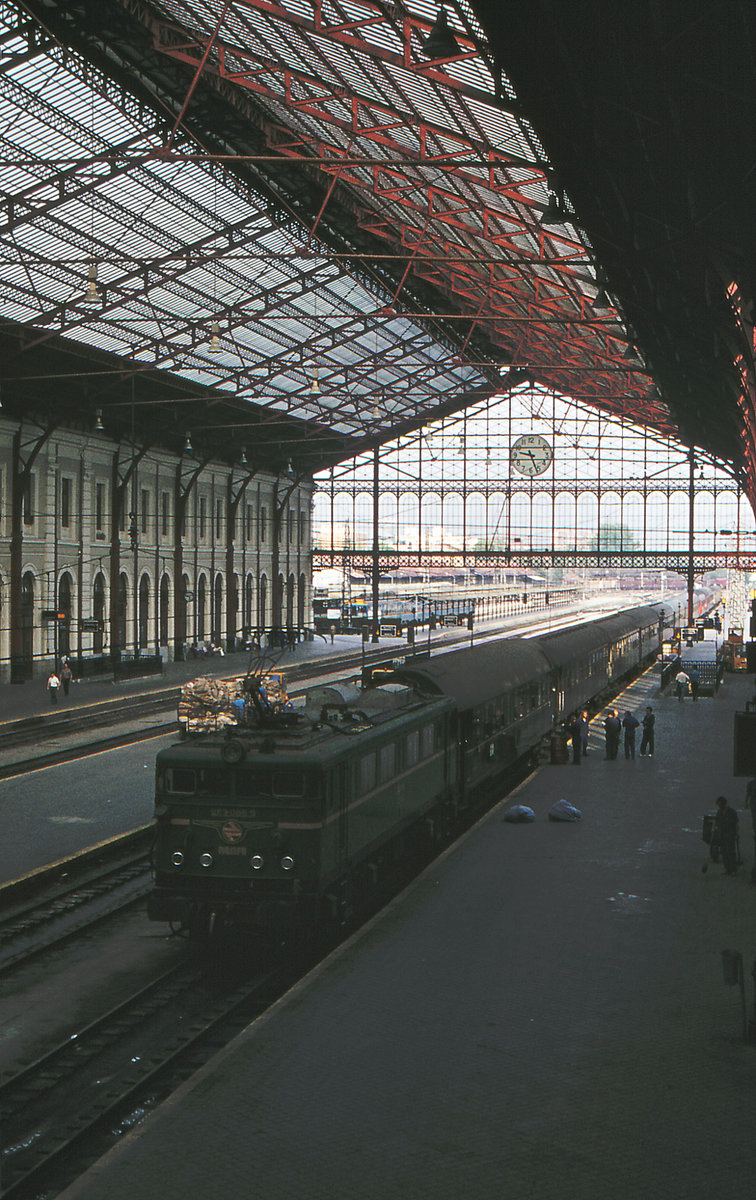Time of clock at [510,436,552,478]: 9:26
